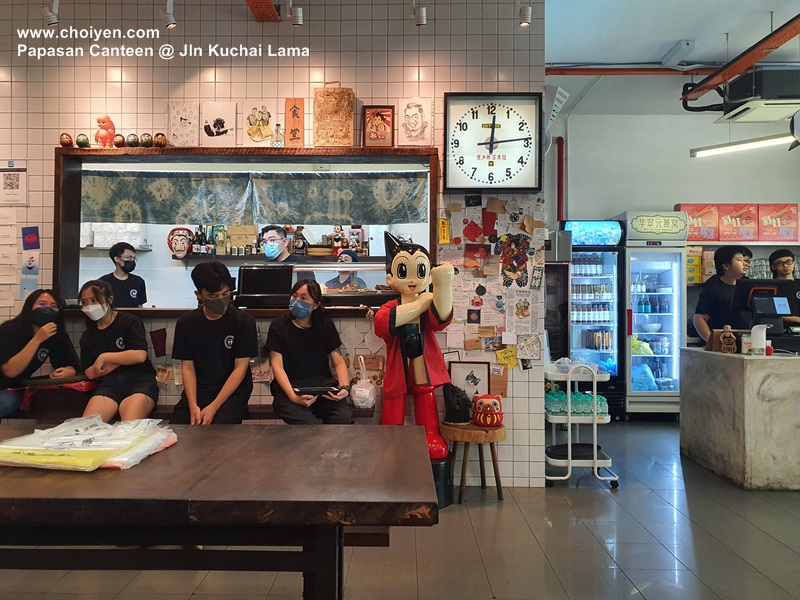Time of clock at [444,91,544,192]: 12:13
